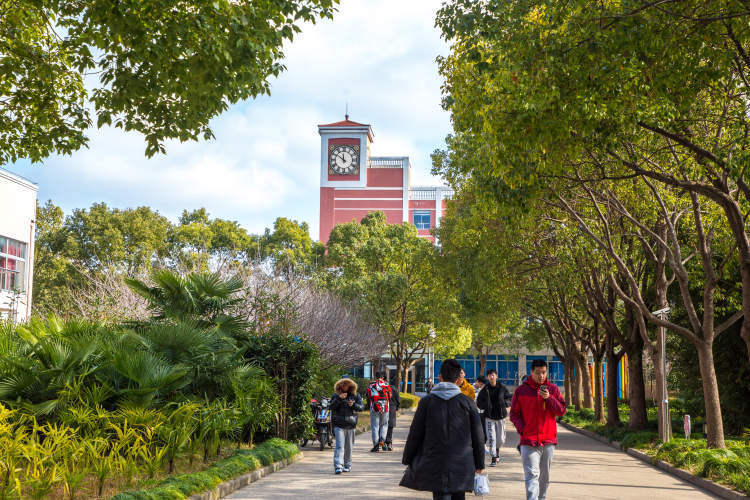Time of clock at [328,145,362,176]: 11:50
